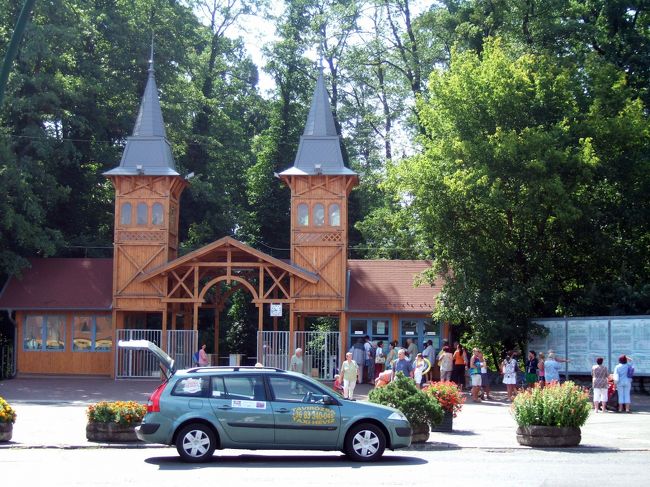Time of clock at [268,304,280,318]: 10:42
